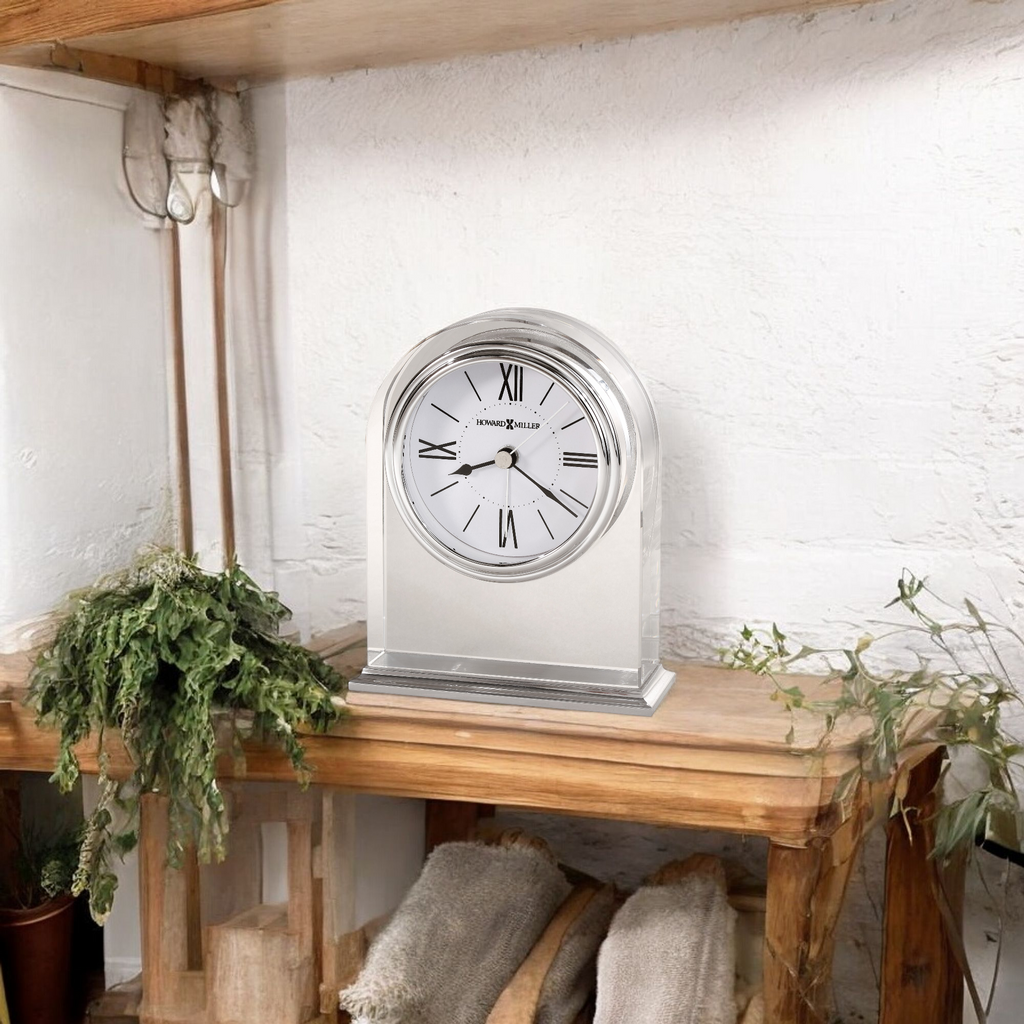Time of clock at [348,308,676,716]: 8:21
